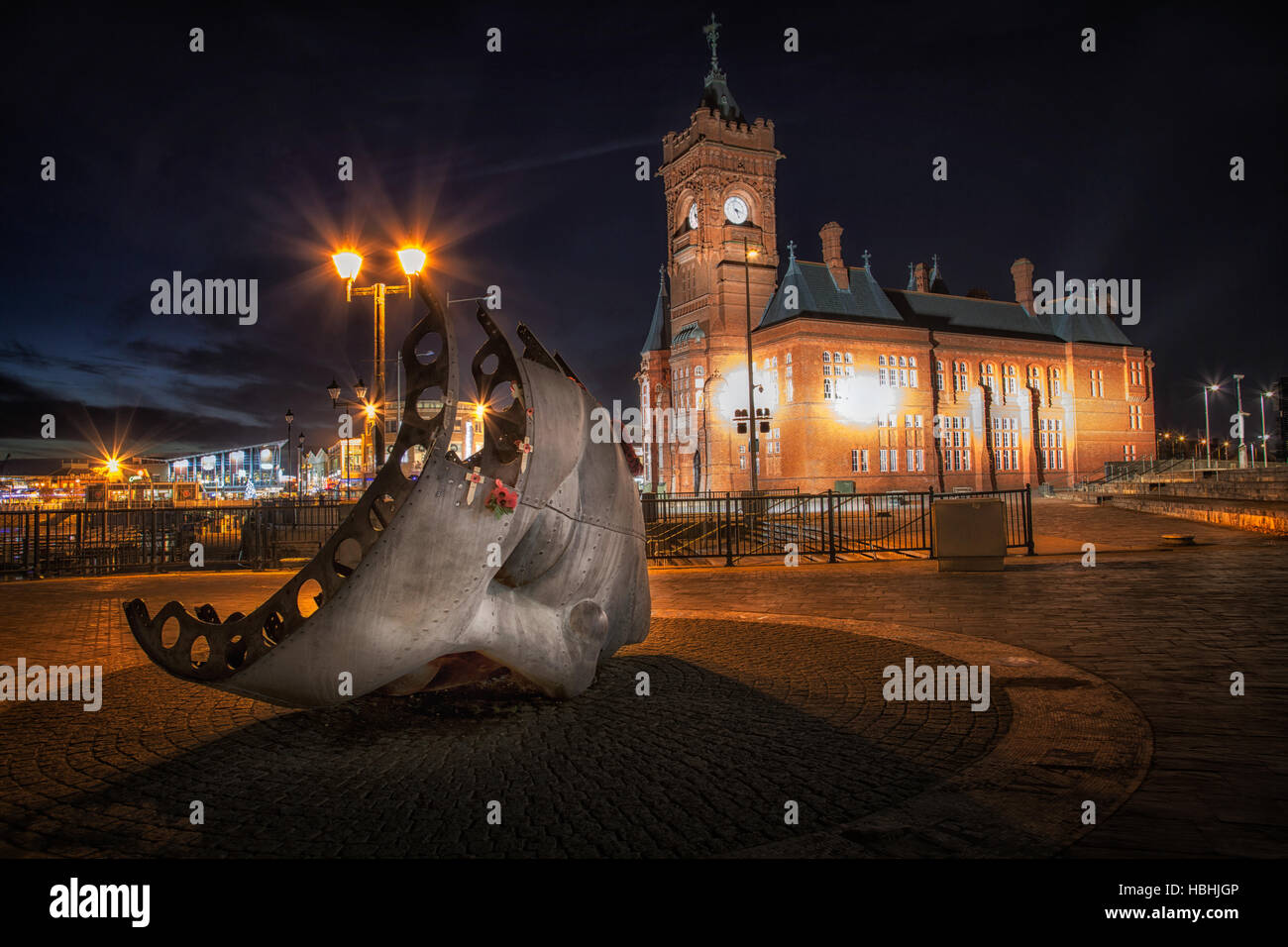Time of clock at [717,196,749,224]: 5:18
